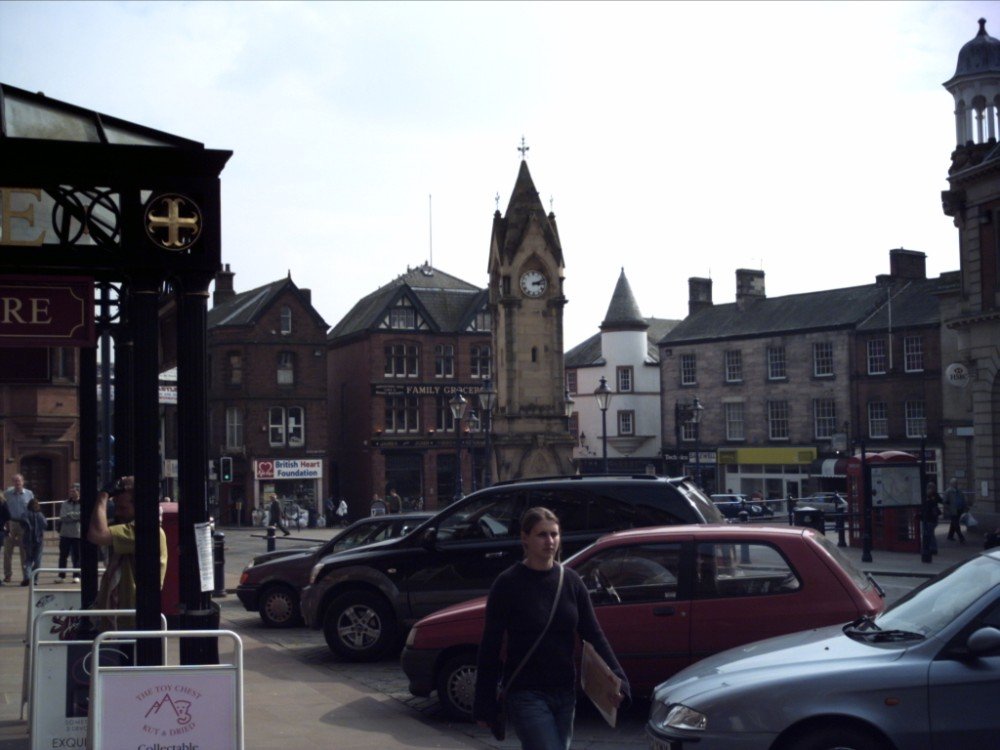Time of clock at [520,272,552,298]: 3:12
